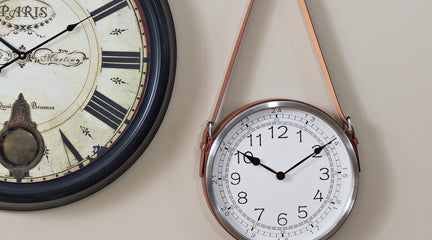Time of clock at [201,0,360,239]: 10:09
